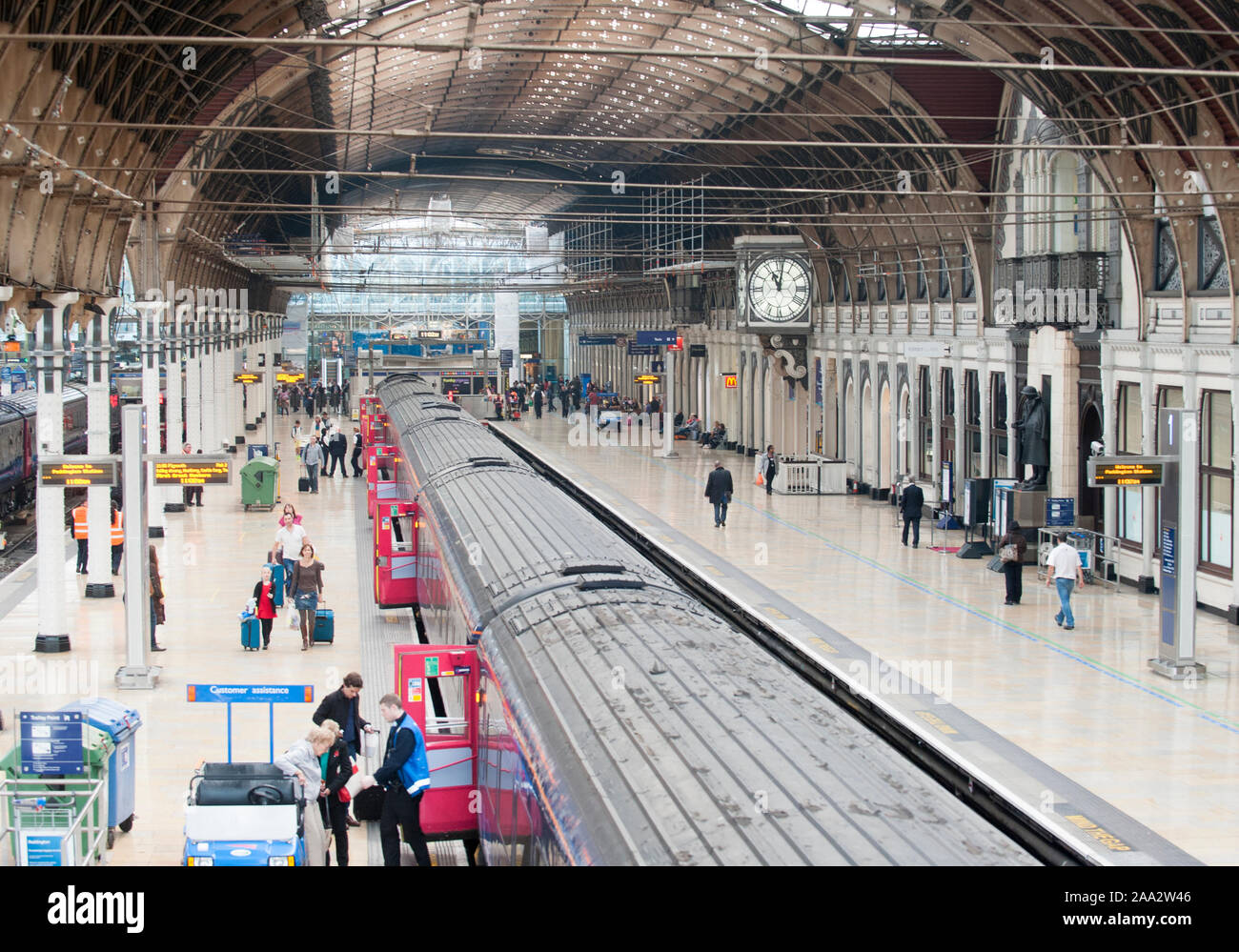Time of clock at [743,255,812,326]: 11:01
